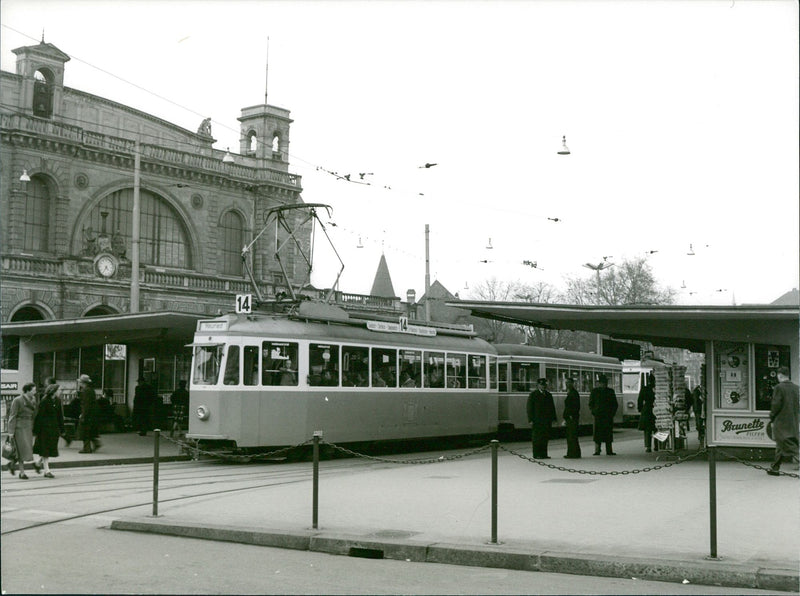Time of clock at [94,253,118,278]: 4:35
